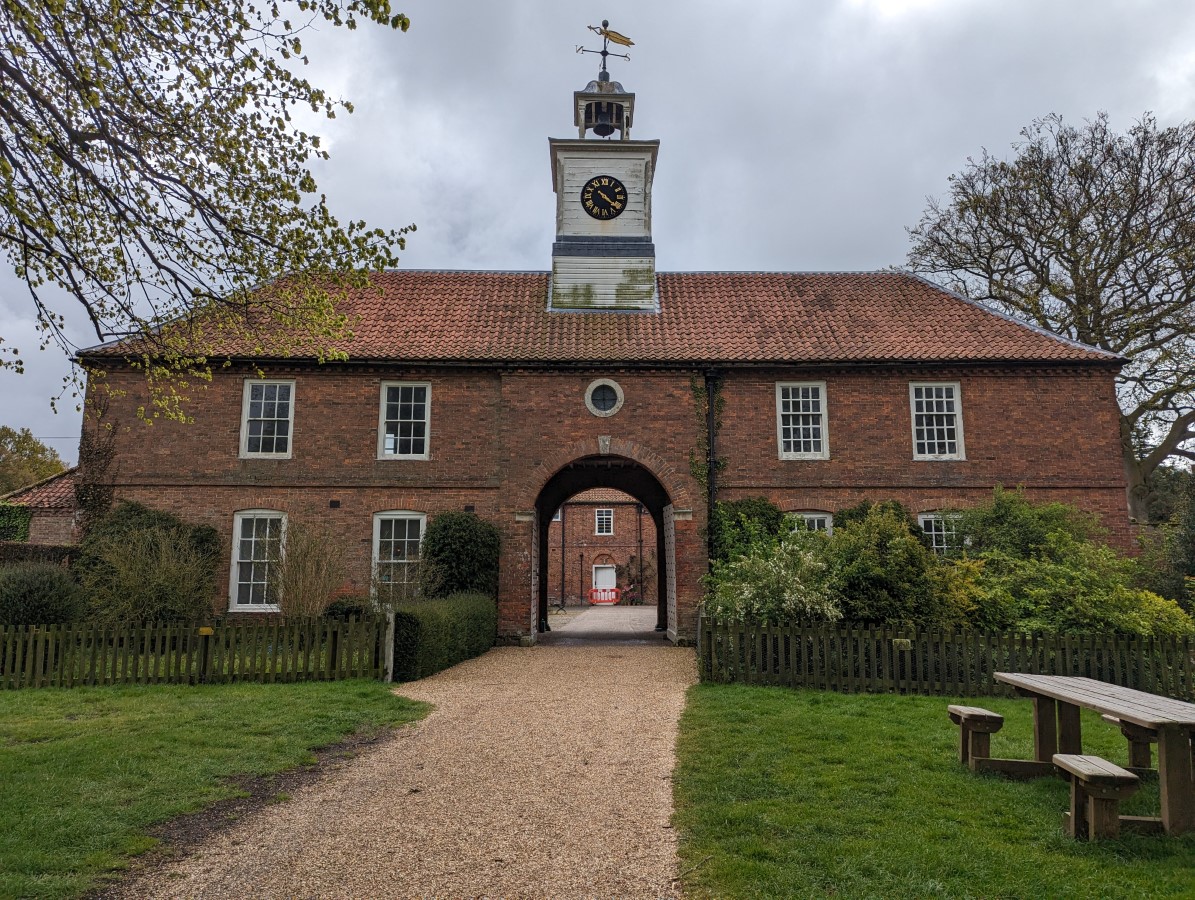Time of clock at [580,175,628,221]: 4:21
